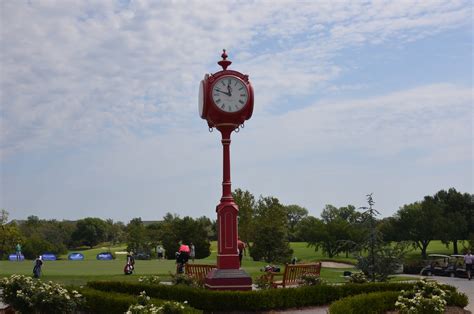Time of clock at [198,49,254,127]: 11:48
